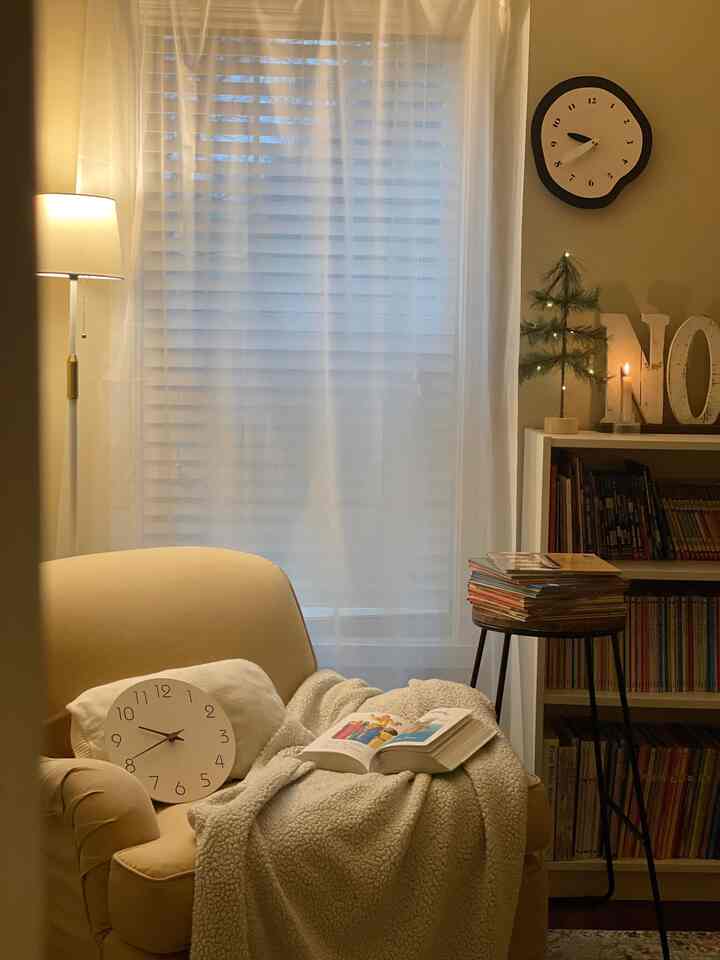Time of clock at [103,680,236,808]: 9:40
